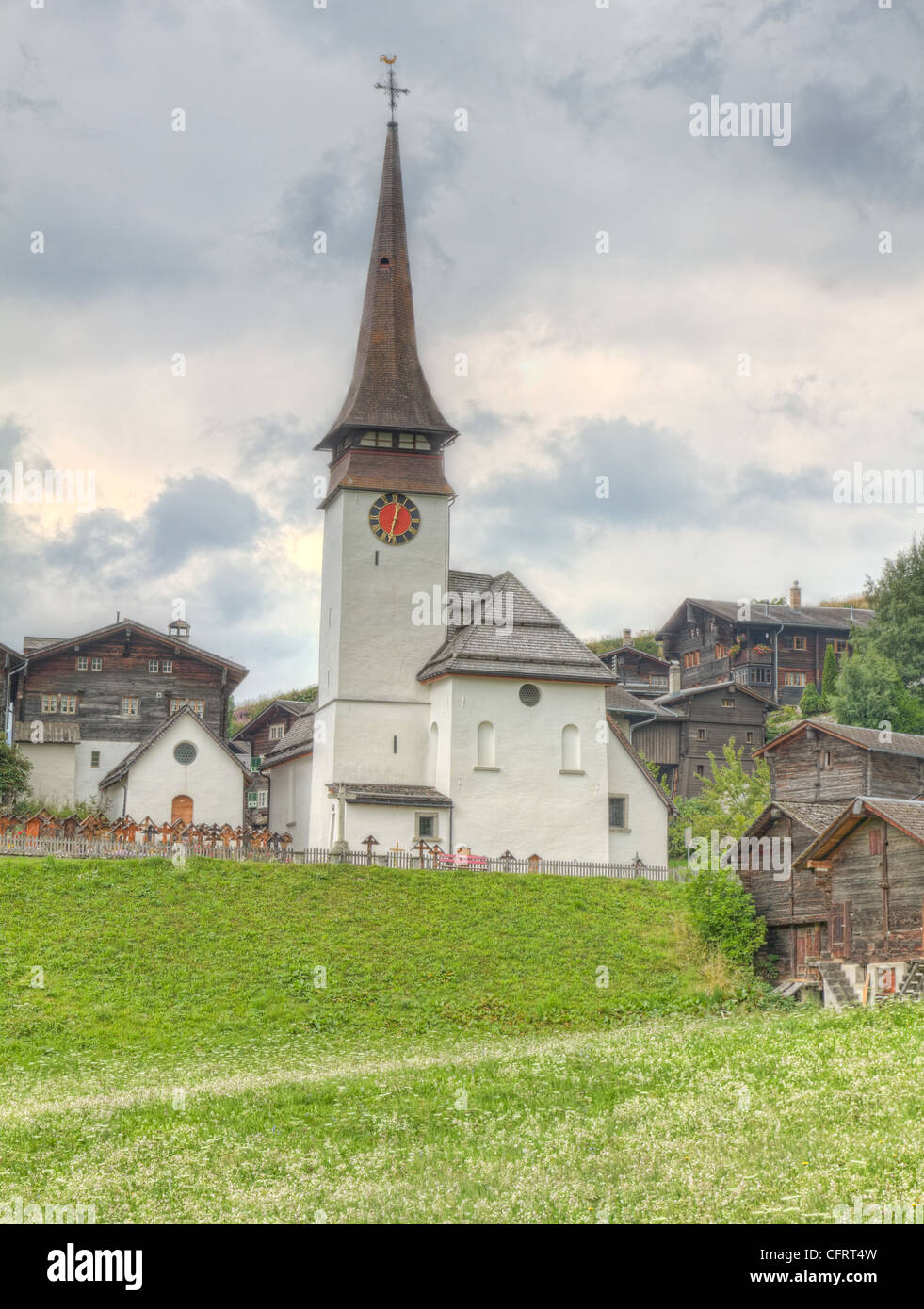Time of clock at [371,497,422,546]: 12:32
